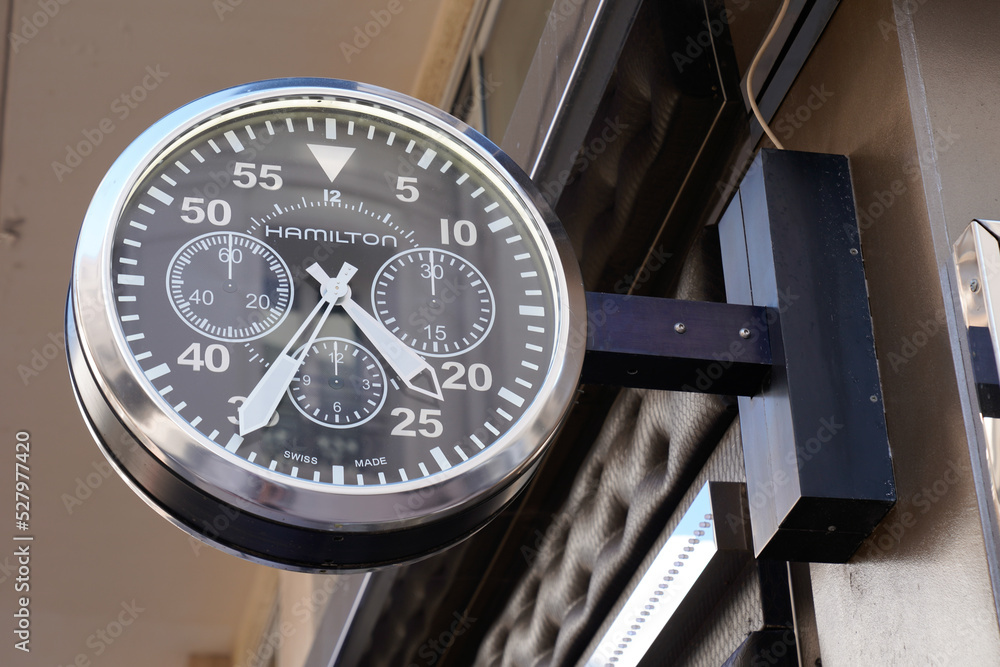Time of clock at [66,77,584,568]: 4:35
